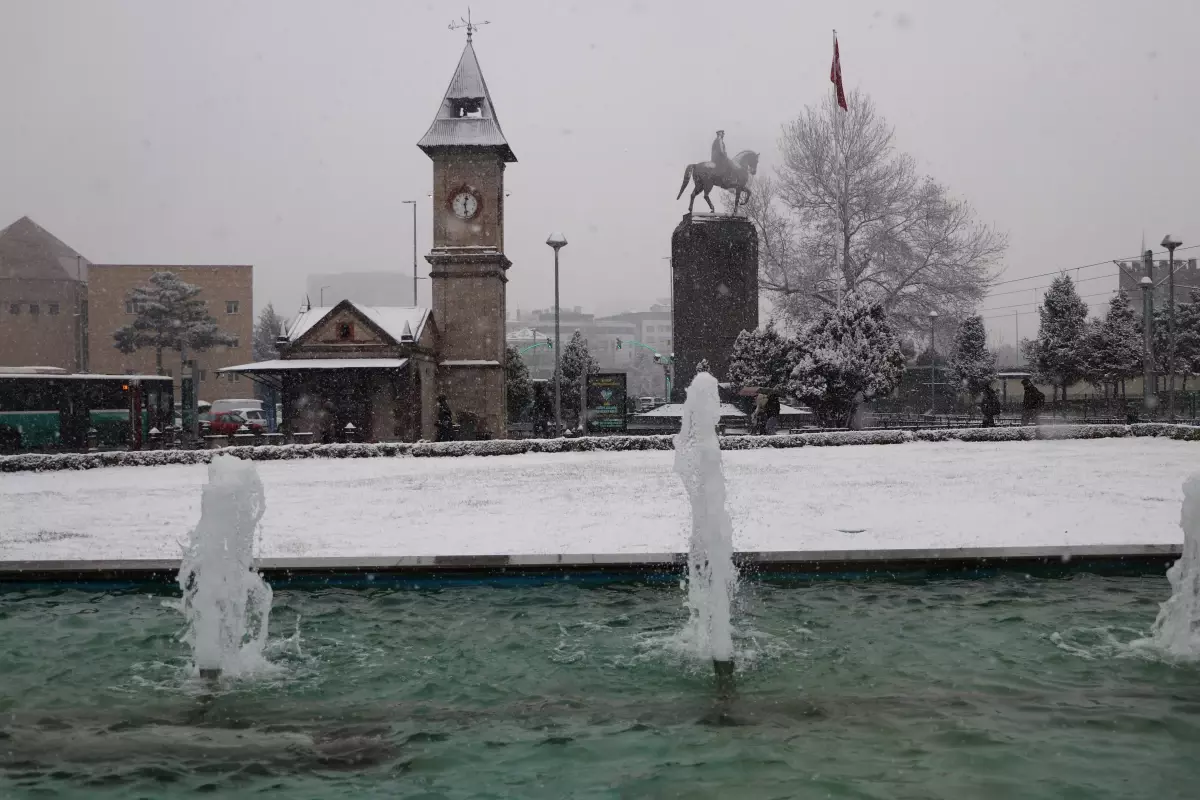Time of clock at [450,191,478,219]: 12:27
